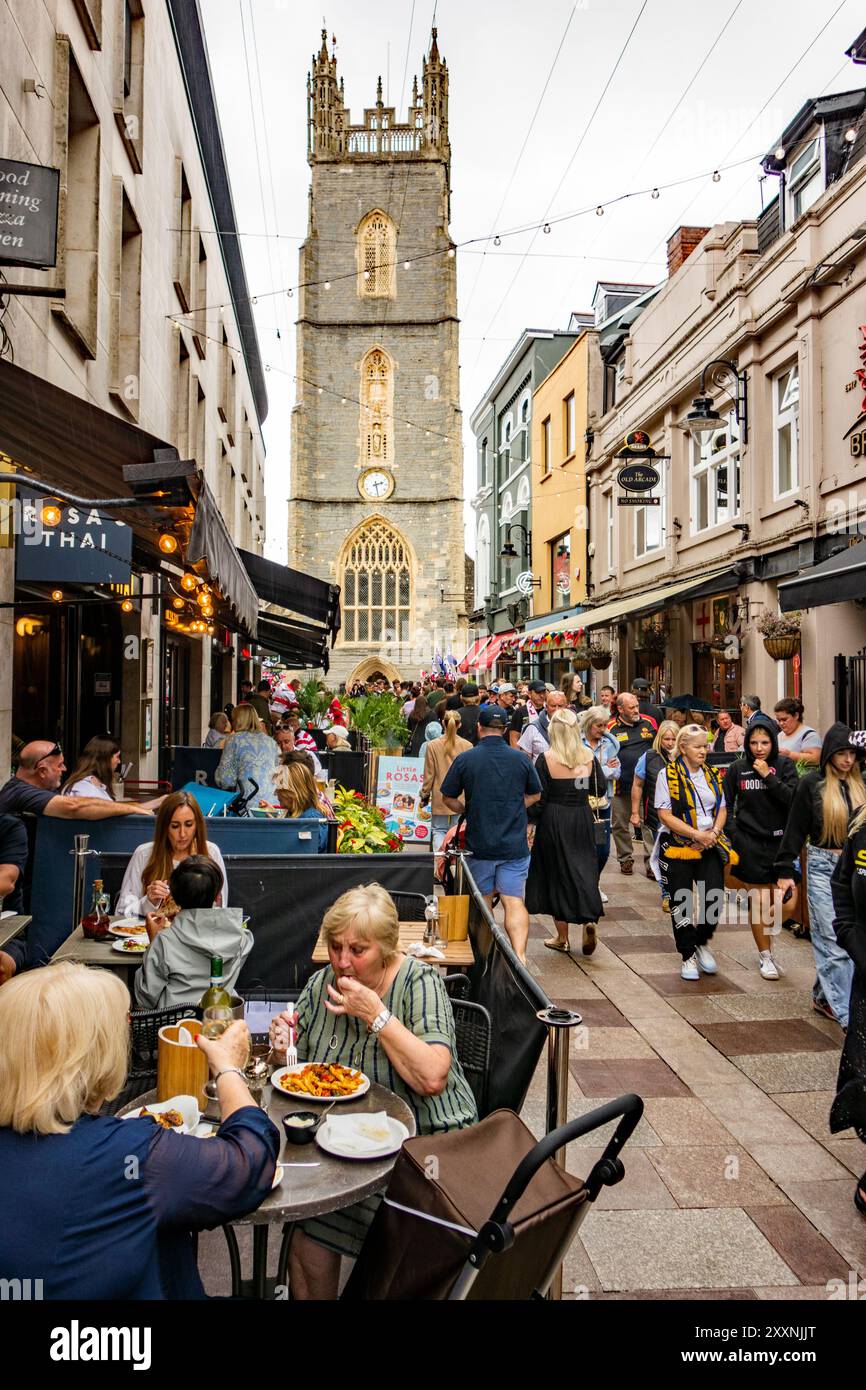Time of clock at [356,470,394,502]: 2:27
